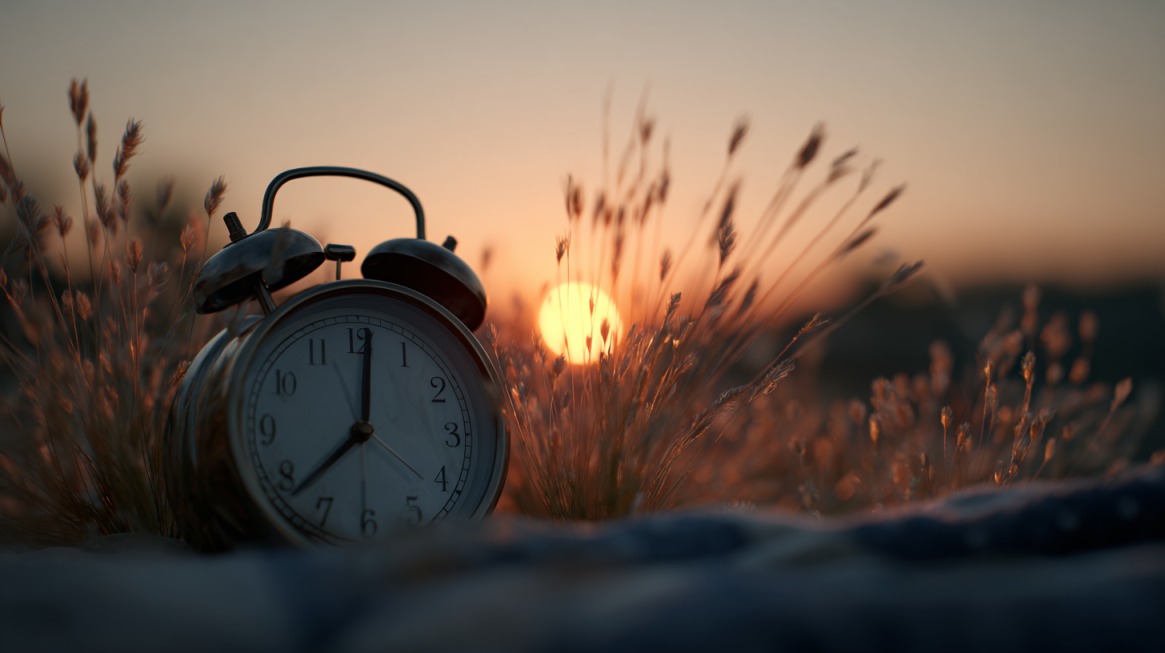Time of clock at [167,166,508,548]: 8:01
